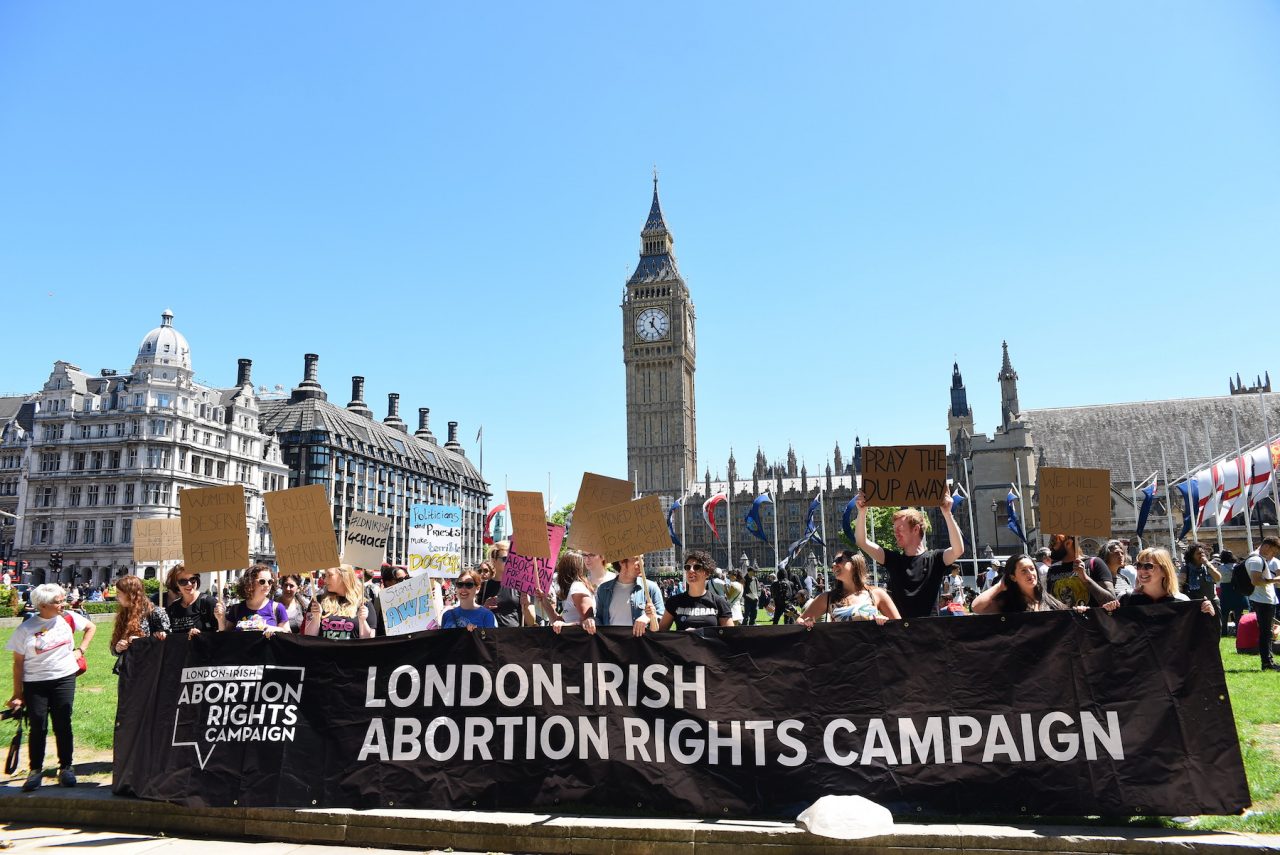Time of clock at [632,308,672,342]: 12:23
